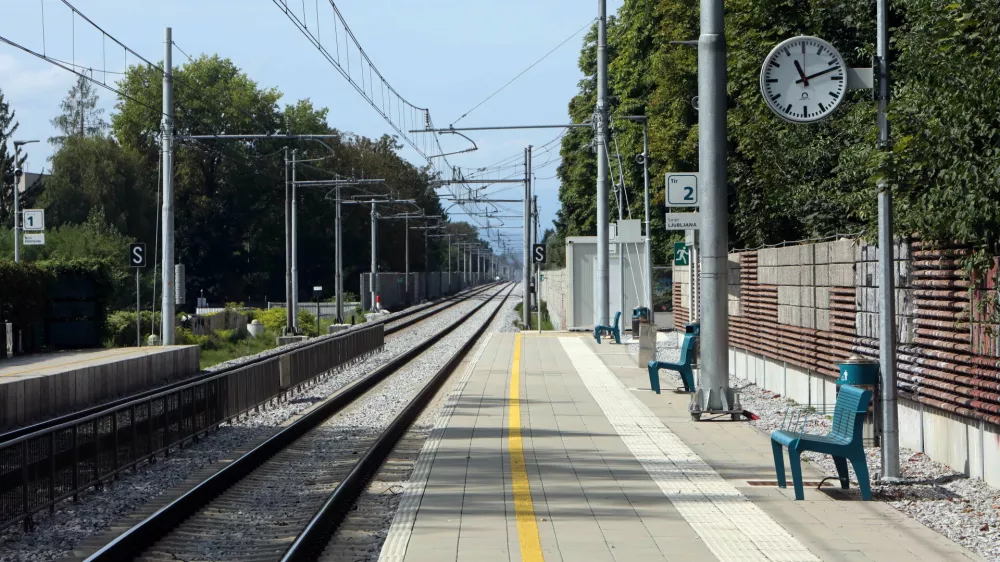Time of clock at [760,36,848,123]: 11:12
